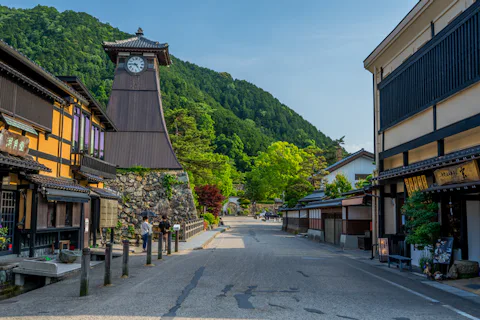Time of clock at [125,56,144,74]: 4:45
